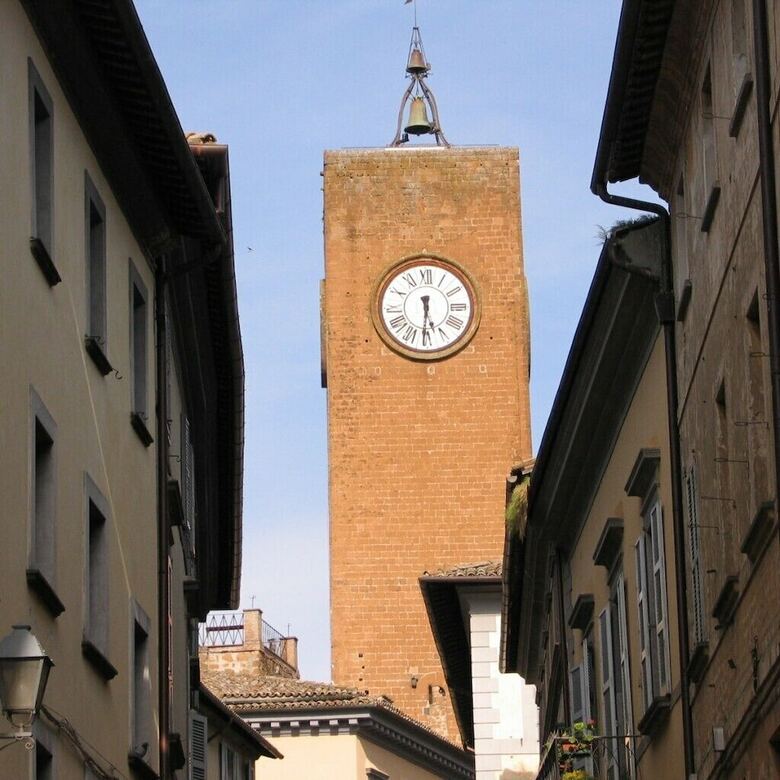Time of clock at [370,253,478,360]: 5:30
